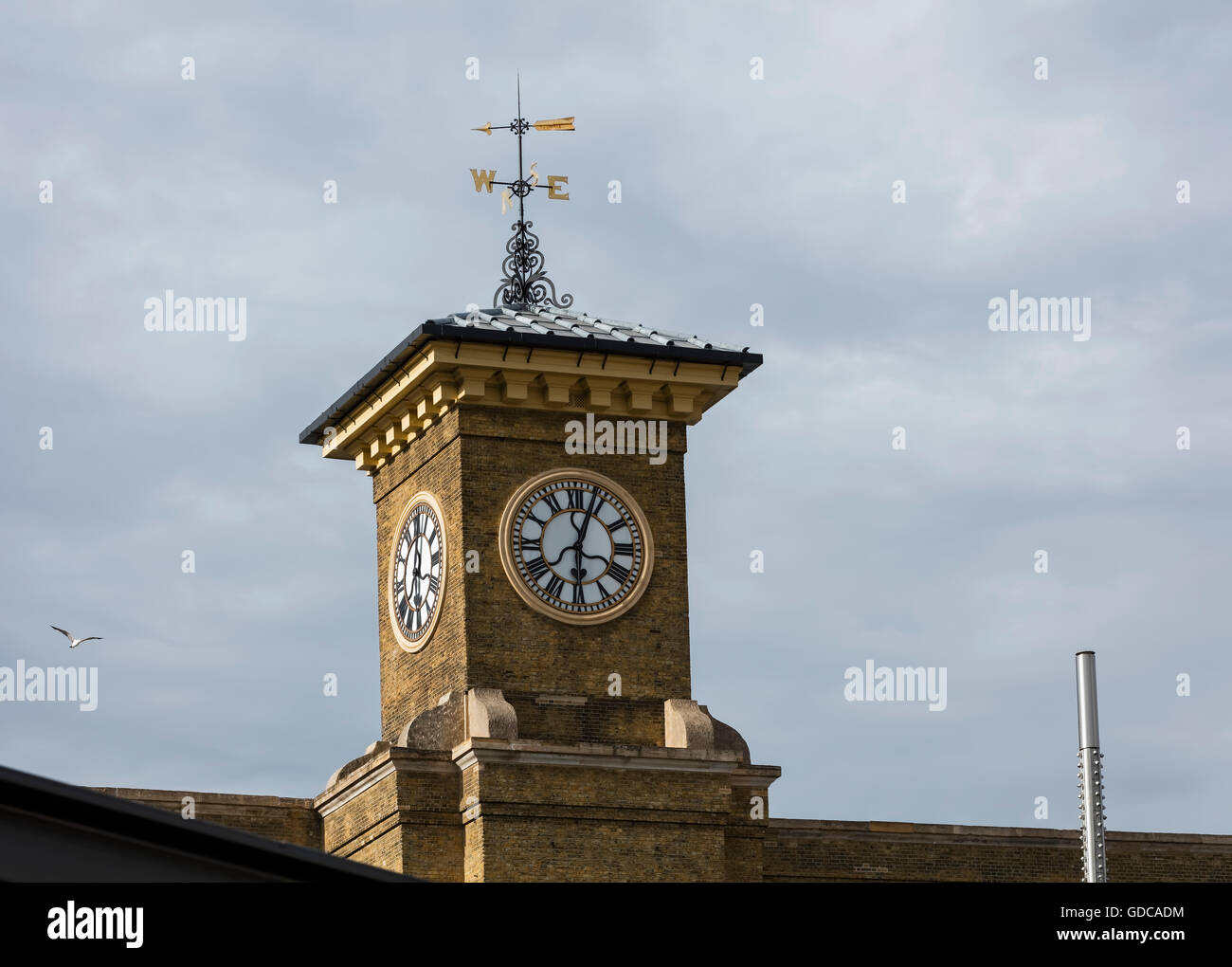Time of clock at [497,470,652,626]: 6:03
